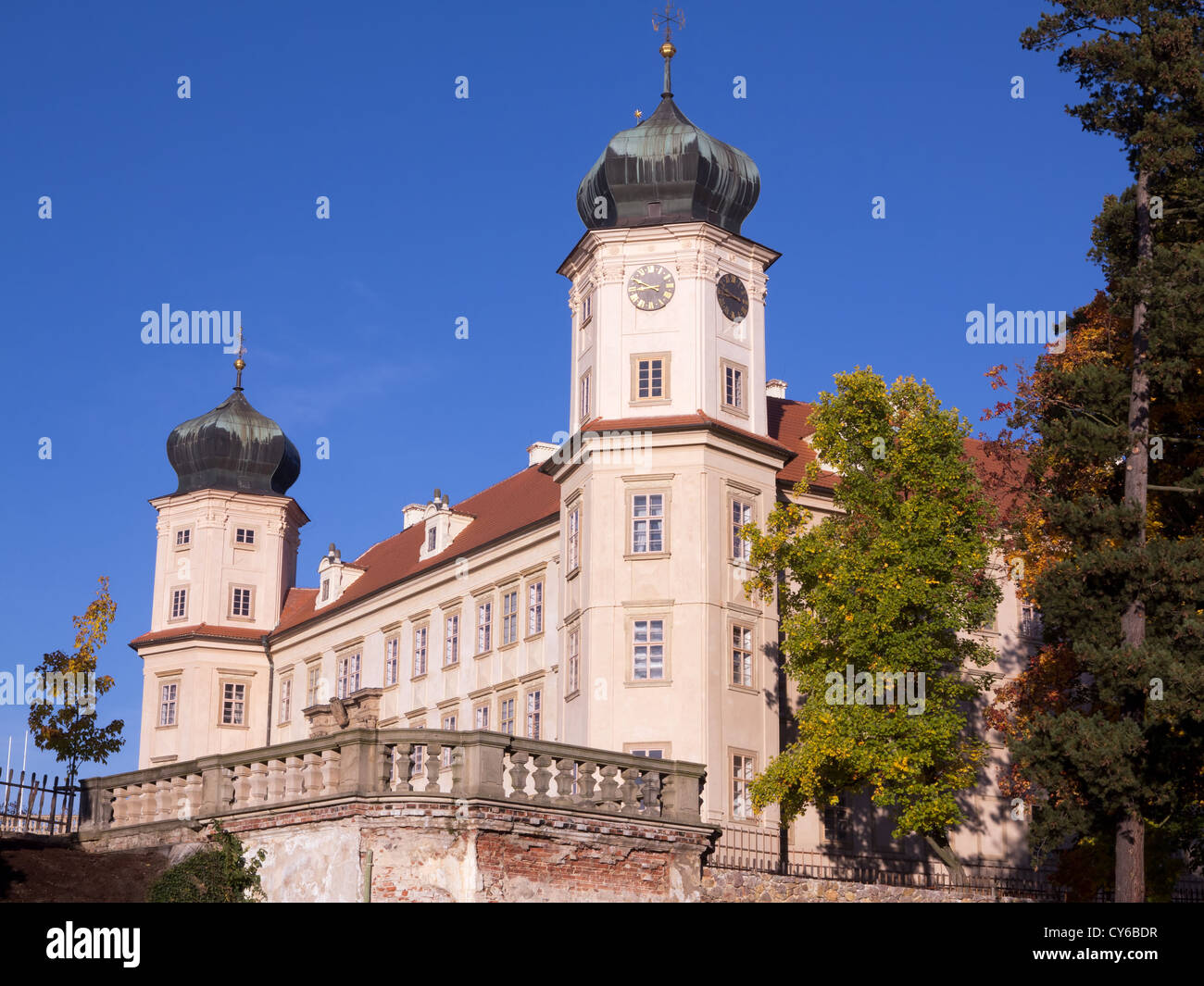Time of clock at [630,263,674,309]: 8:49
